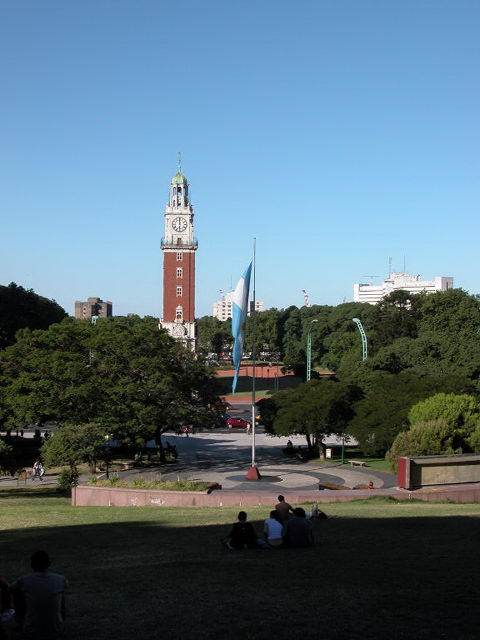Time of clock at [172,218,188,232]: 5:59
